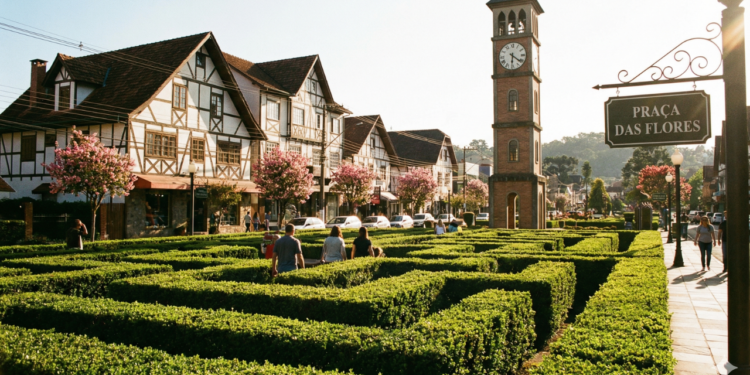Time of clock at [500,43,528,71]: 6:21
